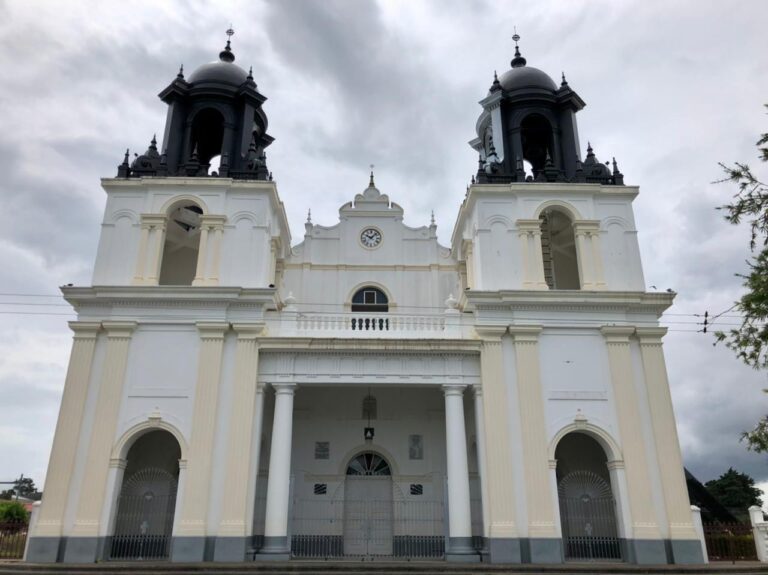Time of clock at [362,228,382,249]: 10:07
